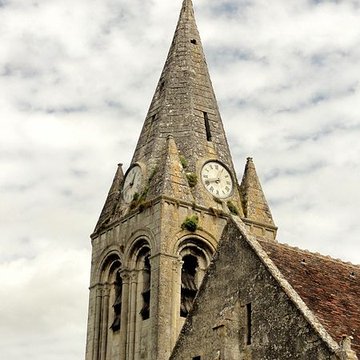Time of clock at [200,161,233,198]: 12:41
